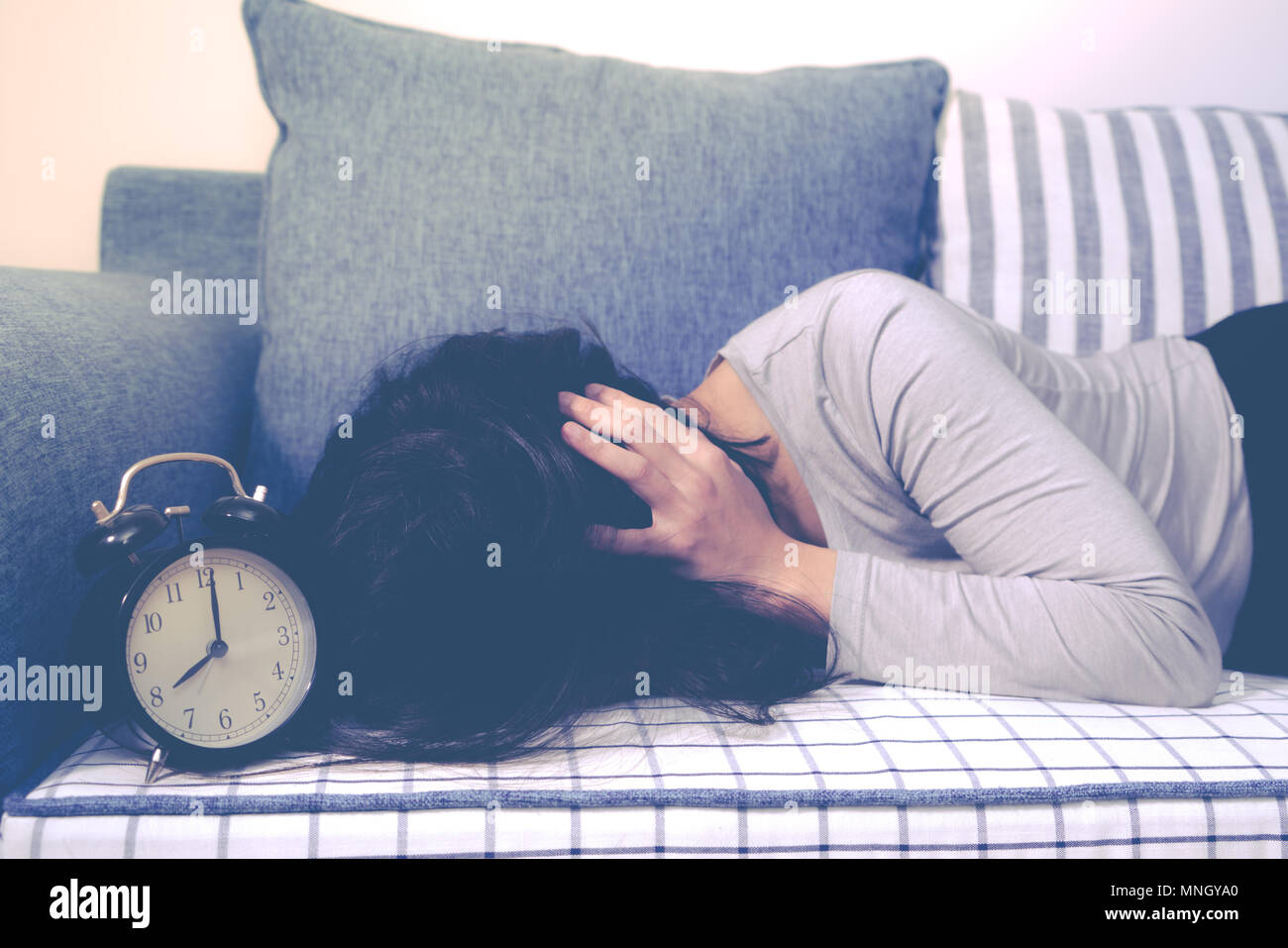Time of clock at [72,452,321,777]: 8:01
